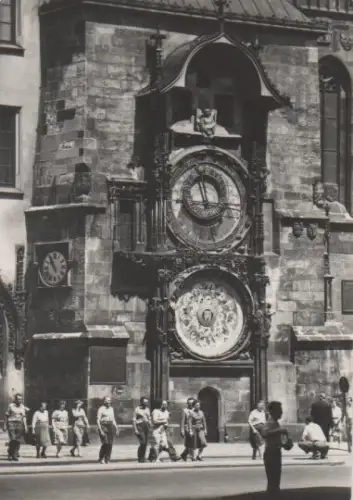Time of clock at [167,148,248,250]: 11:58
